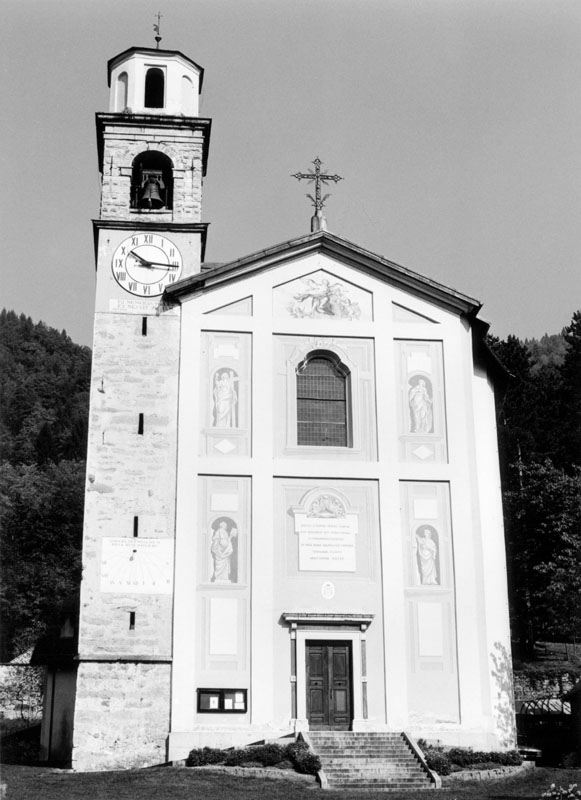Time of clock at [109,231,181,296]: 10:16
